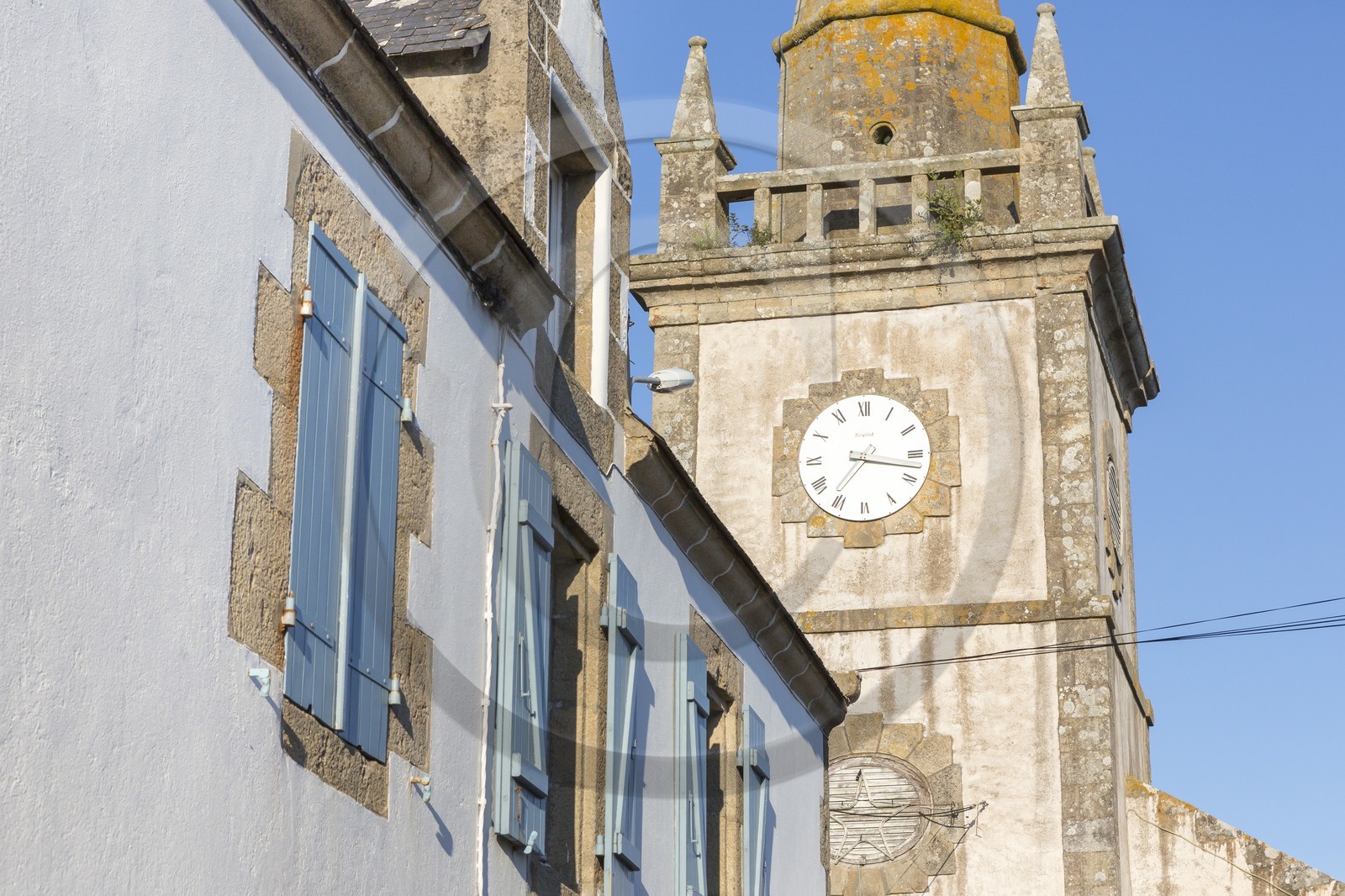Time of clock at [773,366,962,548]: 7:17
